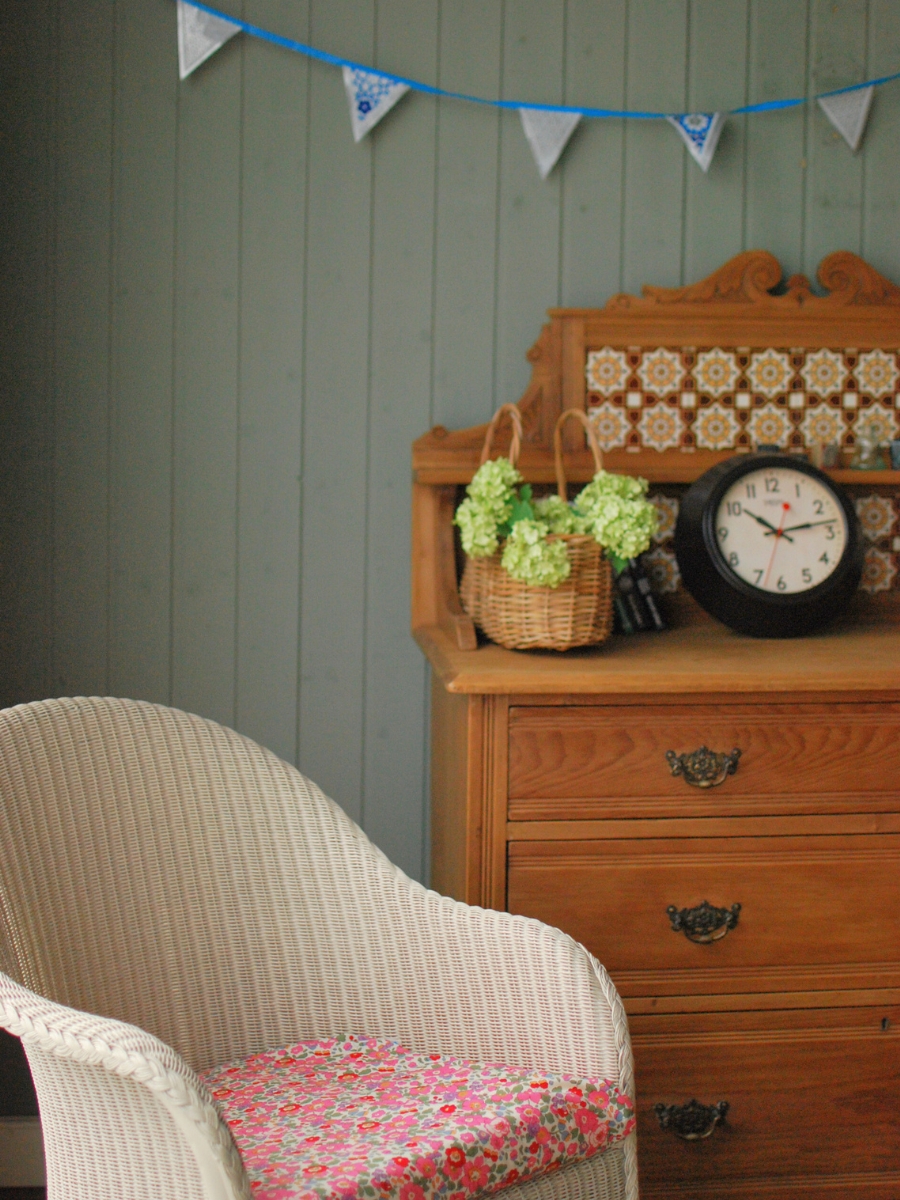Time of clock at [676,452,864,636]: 10:13
